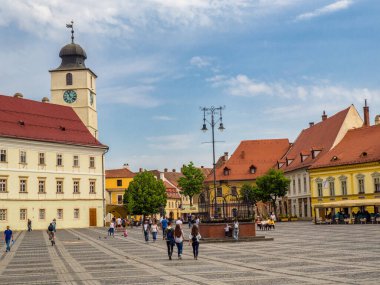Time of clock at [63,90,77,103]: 11:21
